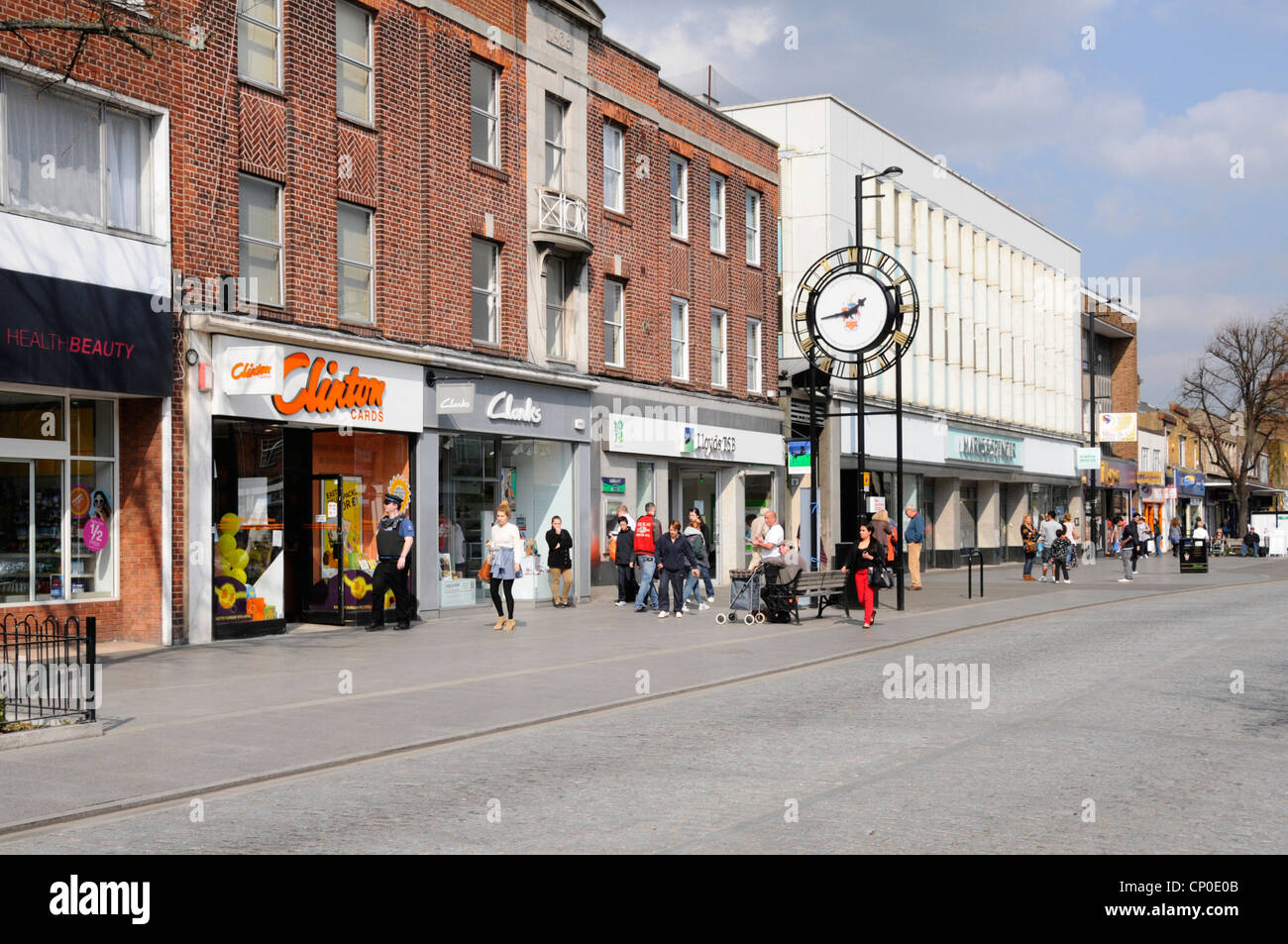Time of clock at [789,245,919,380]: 1:43
